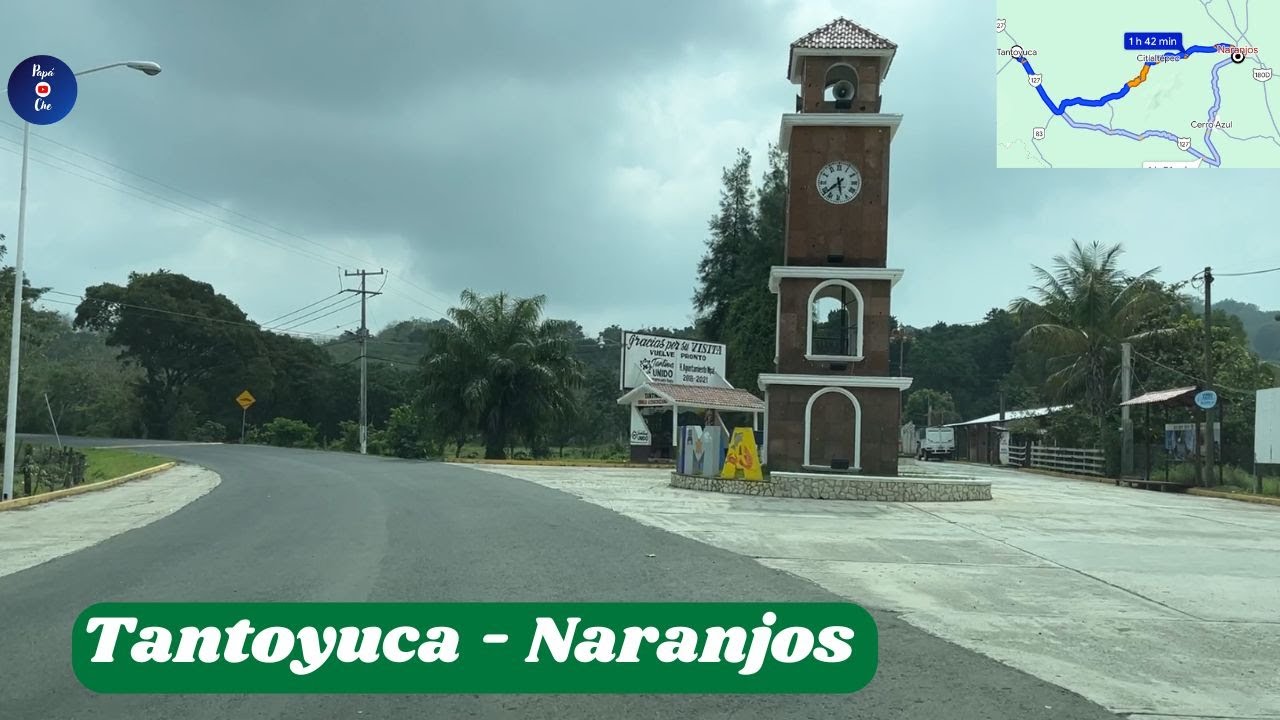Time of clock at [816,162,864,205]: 5:38
